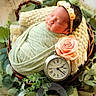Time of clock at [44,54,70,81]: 2:21
